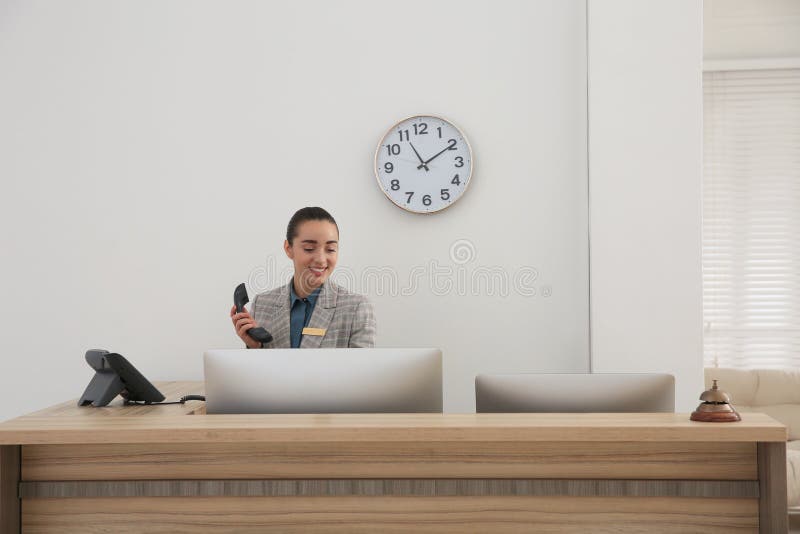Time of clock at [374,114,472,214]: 11:09
